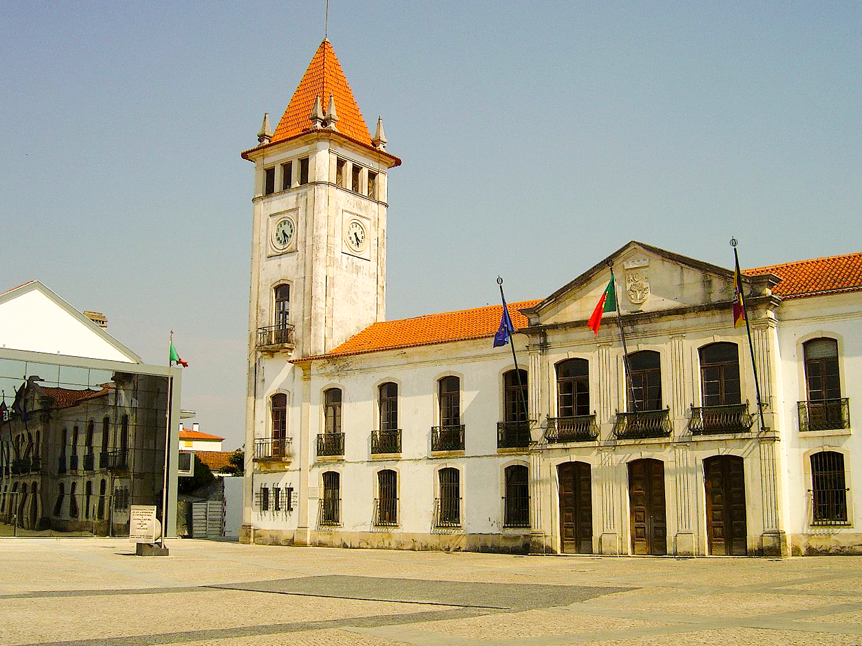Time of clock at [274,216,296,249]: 4:27
